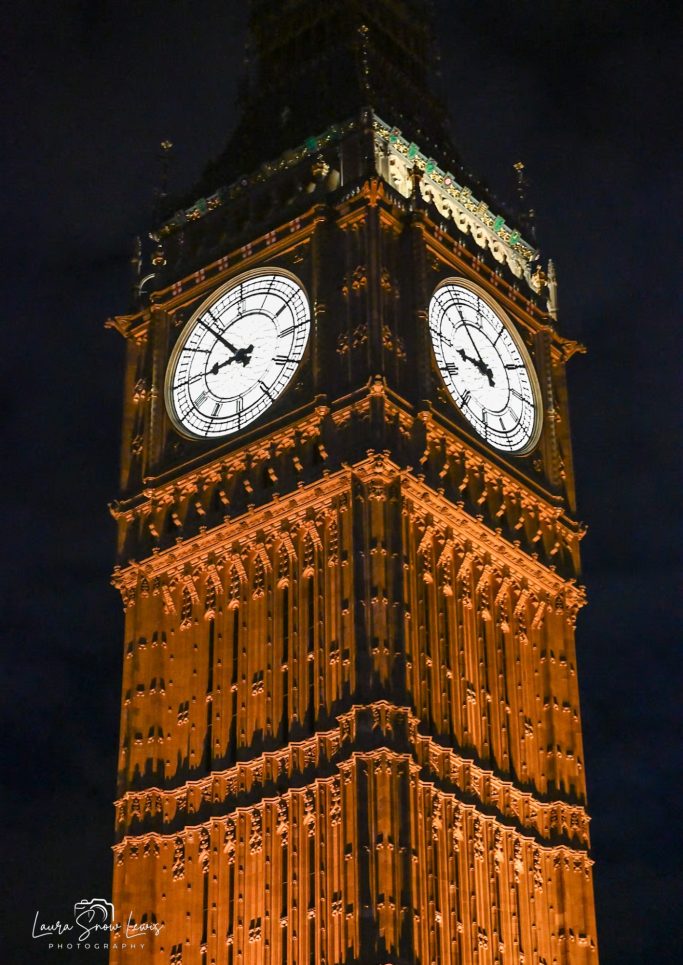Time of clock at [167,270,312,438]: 8:53
